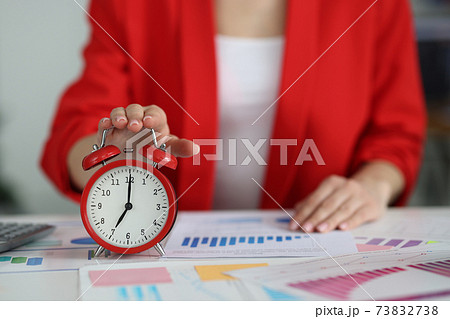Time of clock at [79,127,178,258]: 7:00
